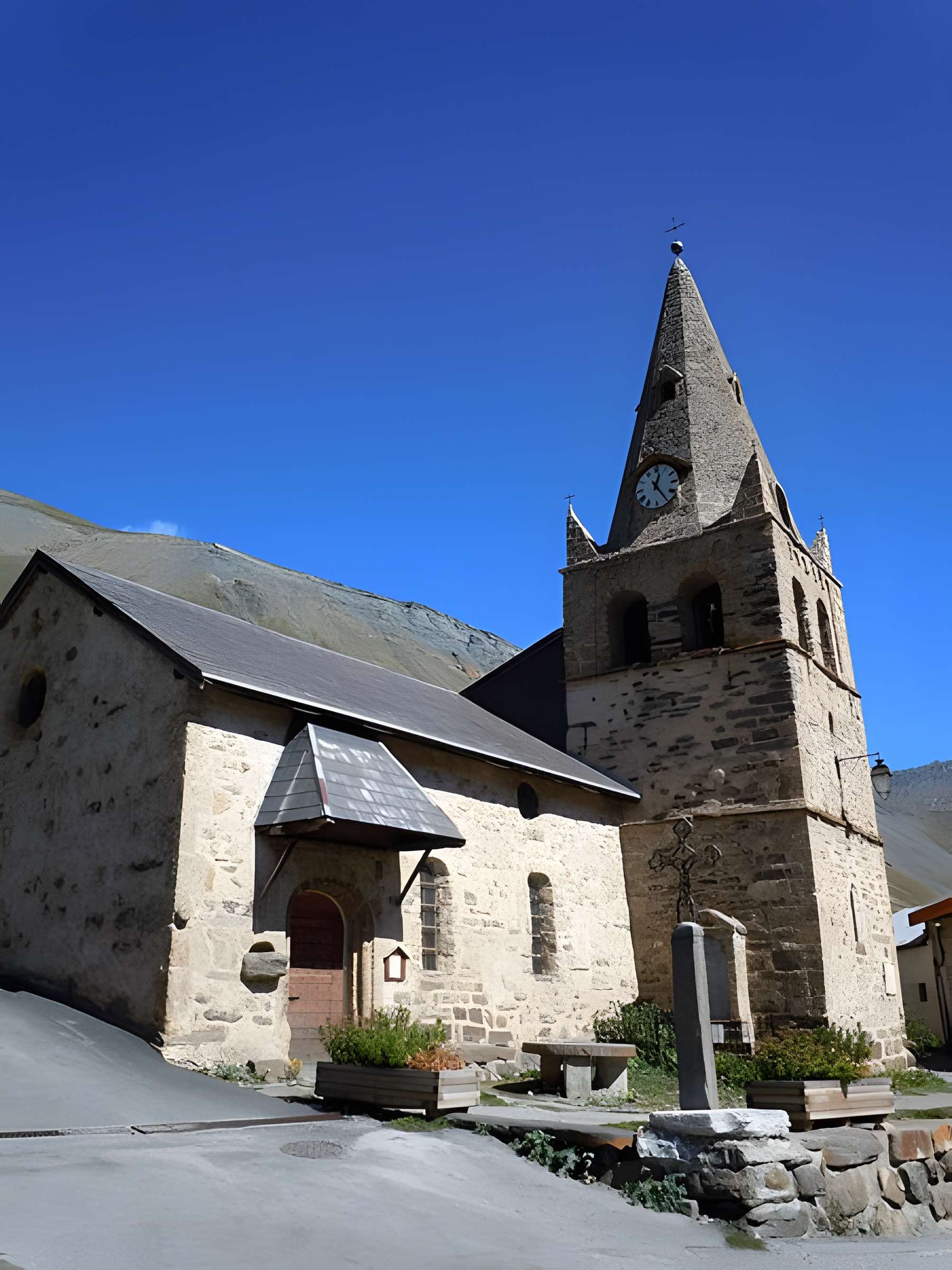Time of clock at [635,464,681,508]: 12:24
